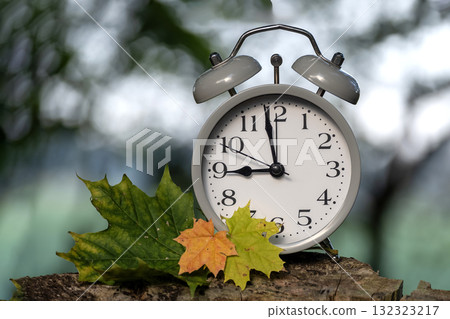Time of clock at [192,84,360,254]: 8:58
